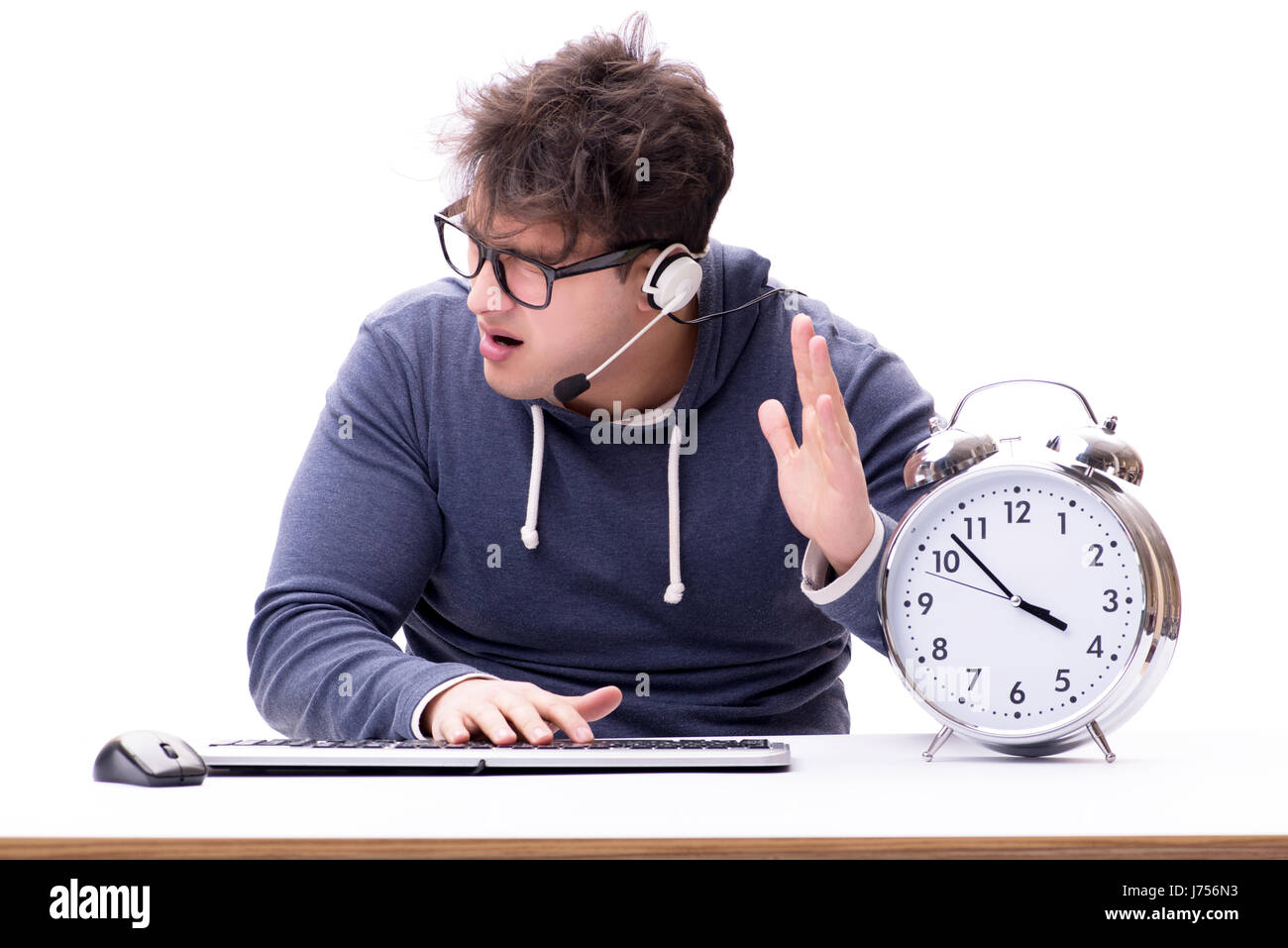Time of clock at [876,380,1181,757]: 3:52
